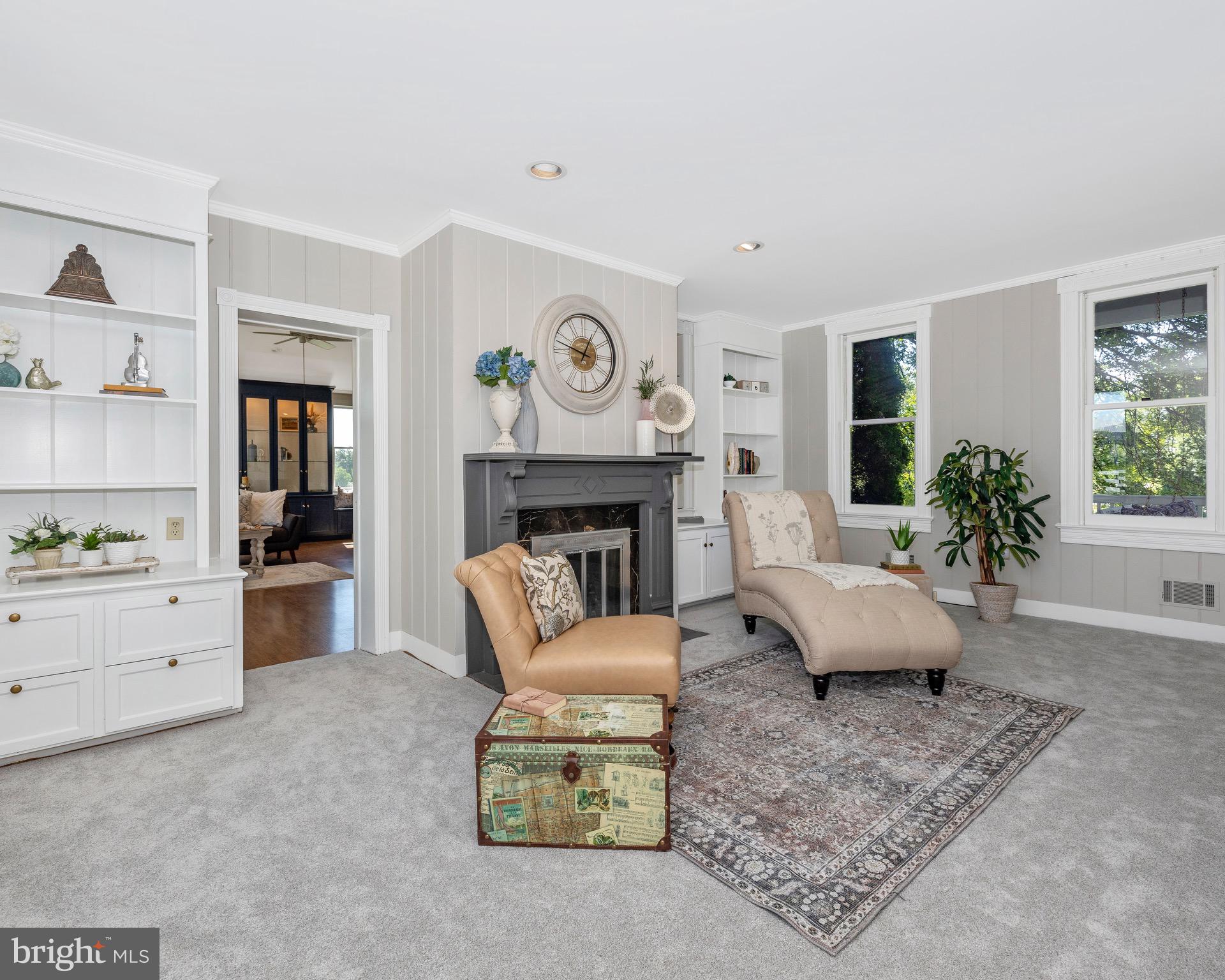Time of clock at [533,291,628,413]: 12:47
